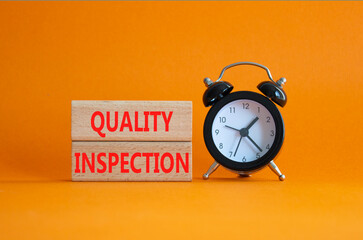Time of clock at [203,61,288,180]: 1:22
